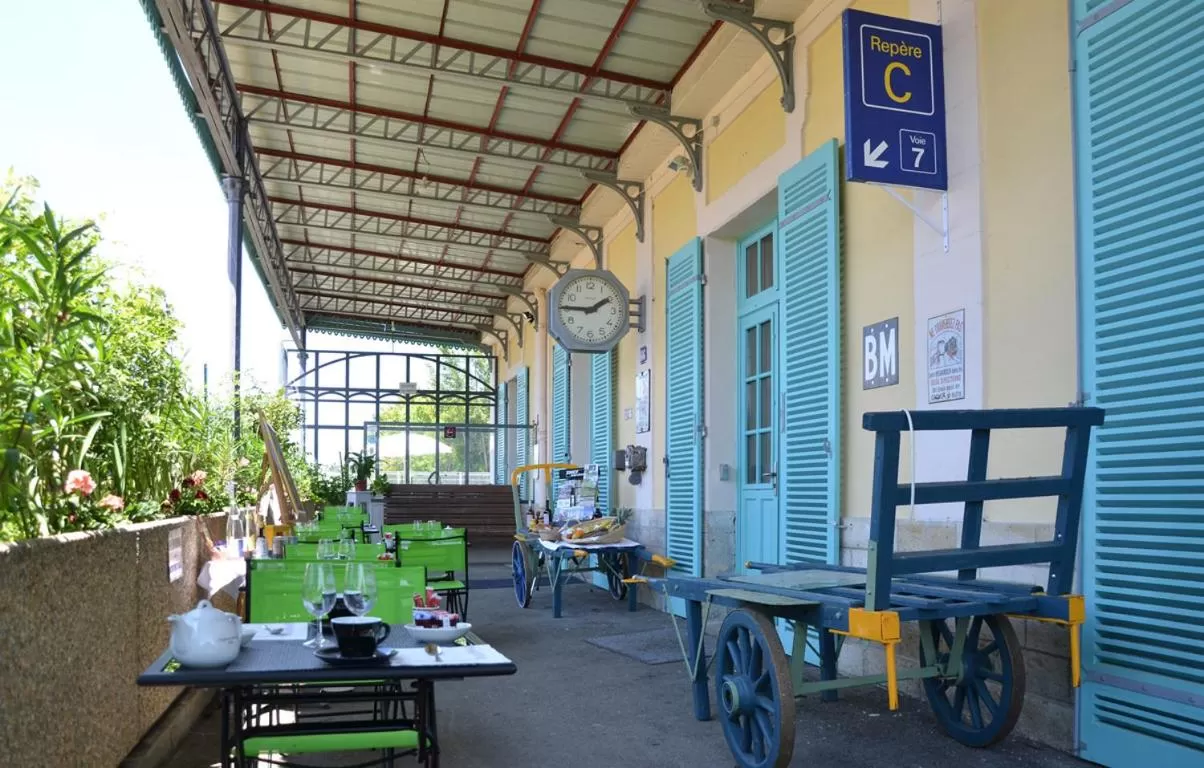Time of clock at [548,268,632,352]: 1:45
